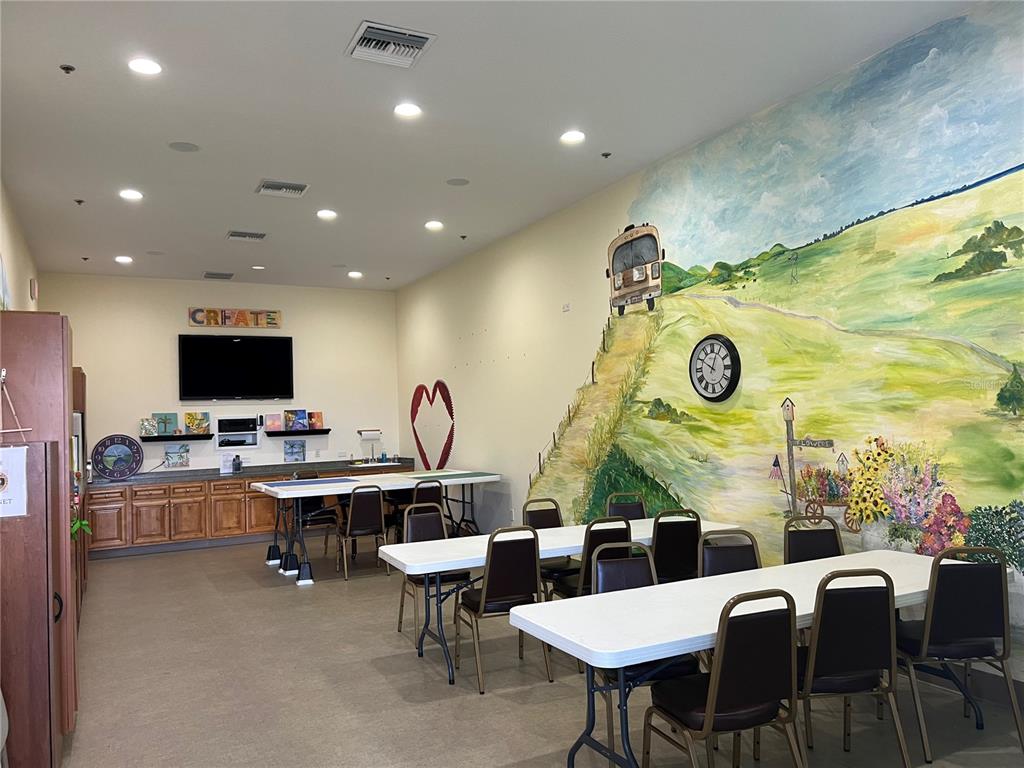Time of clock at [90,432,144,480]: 6:45
